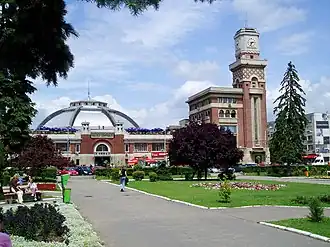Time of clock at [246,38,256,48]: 2:33
